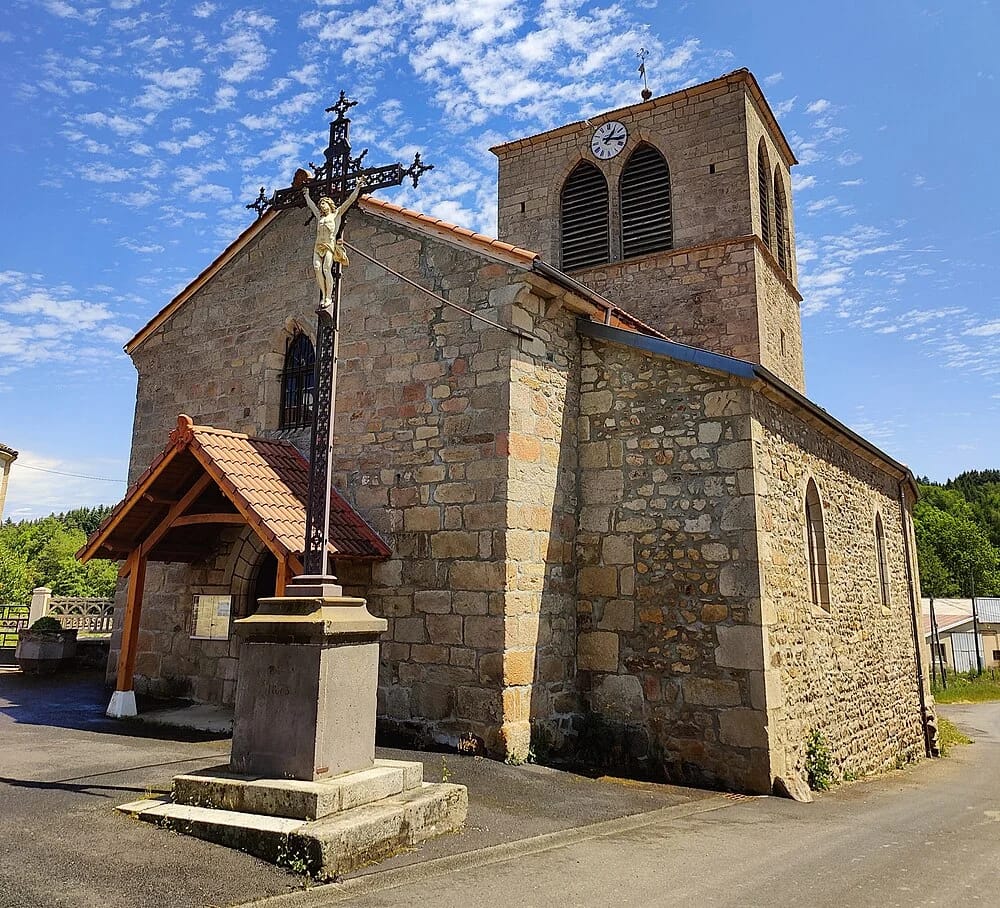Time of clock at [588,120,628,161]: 1:16
